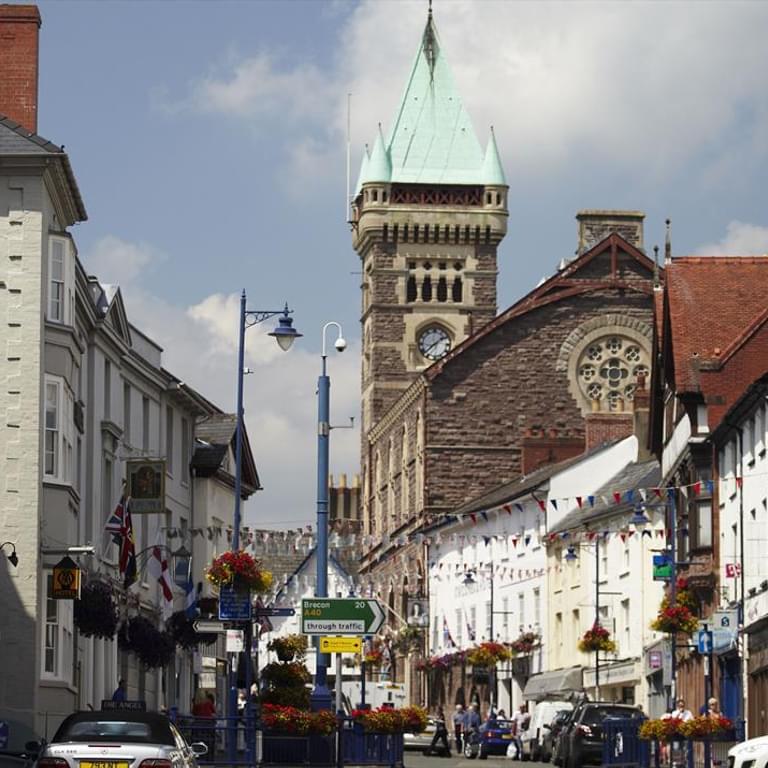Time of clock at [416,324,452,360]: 1:37
